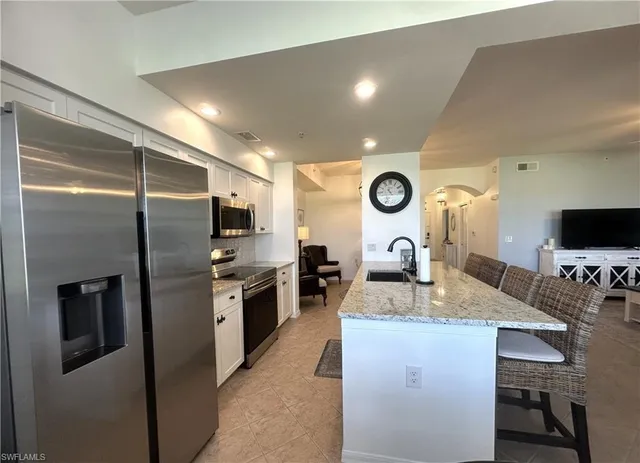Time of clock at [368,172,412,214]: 10:45
